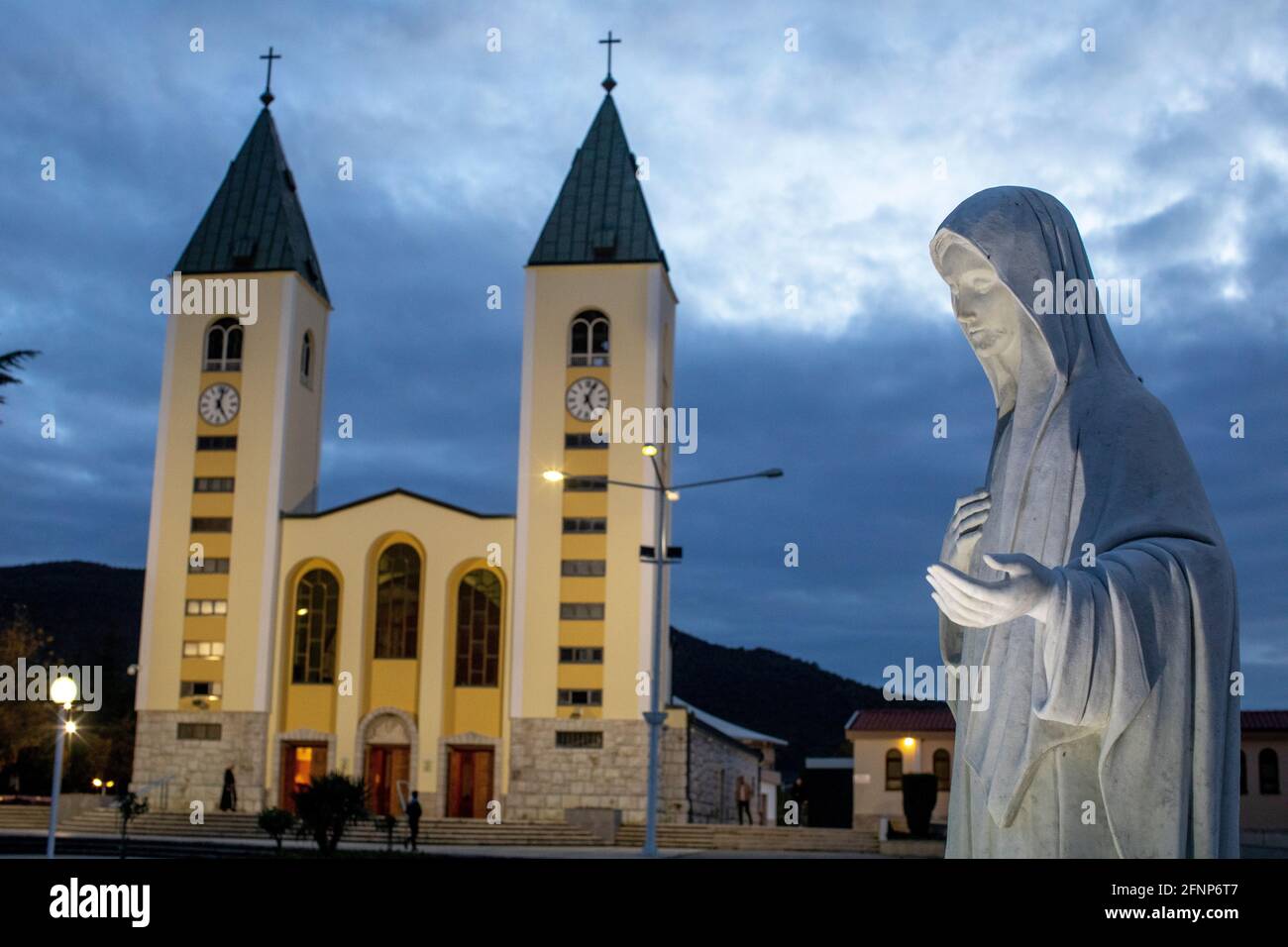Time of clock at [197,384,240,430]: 5:02
